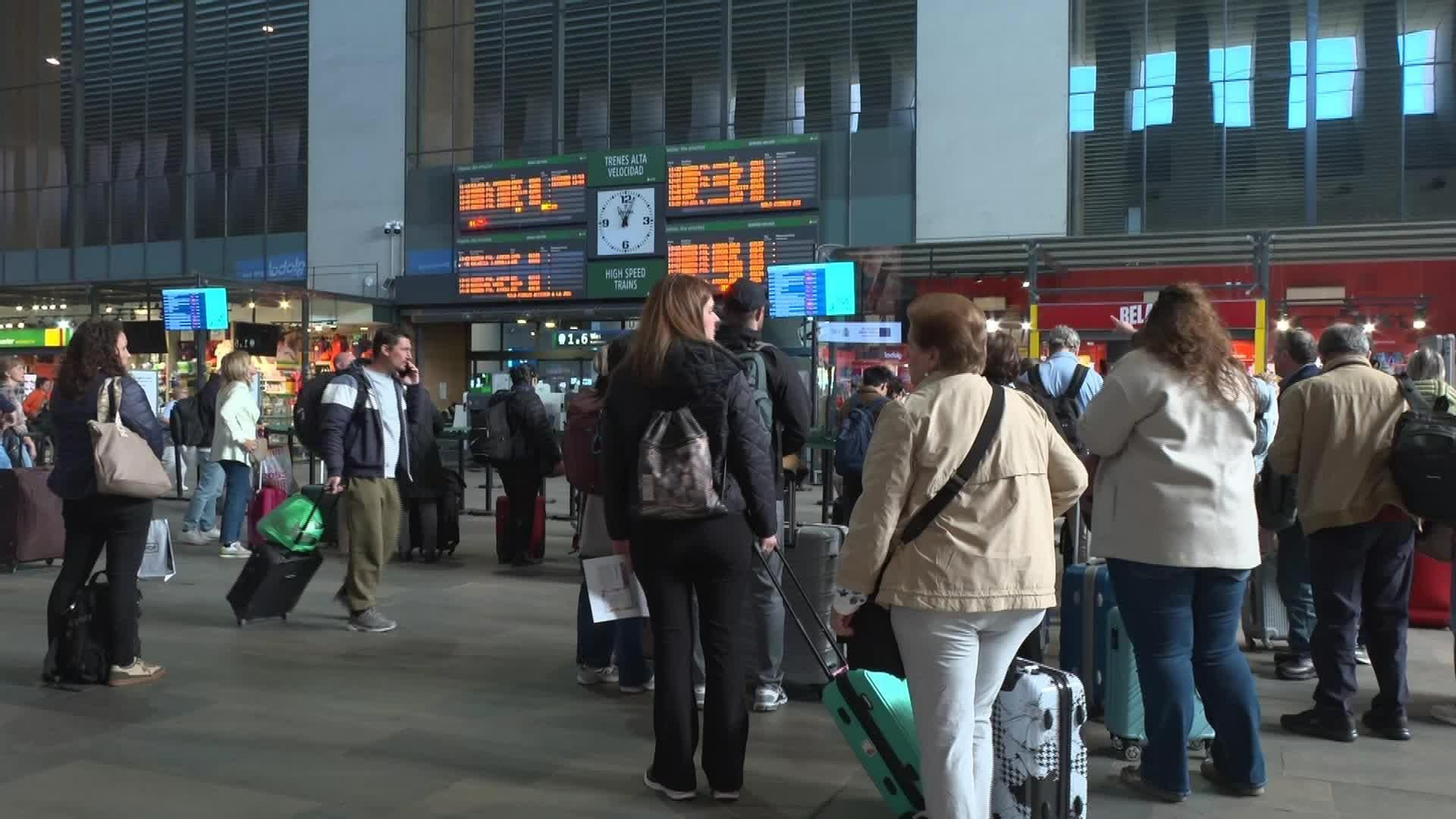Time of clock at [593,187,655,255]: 11:03
